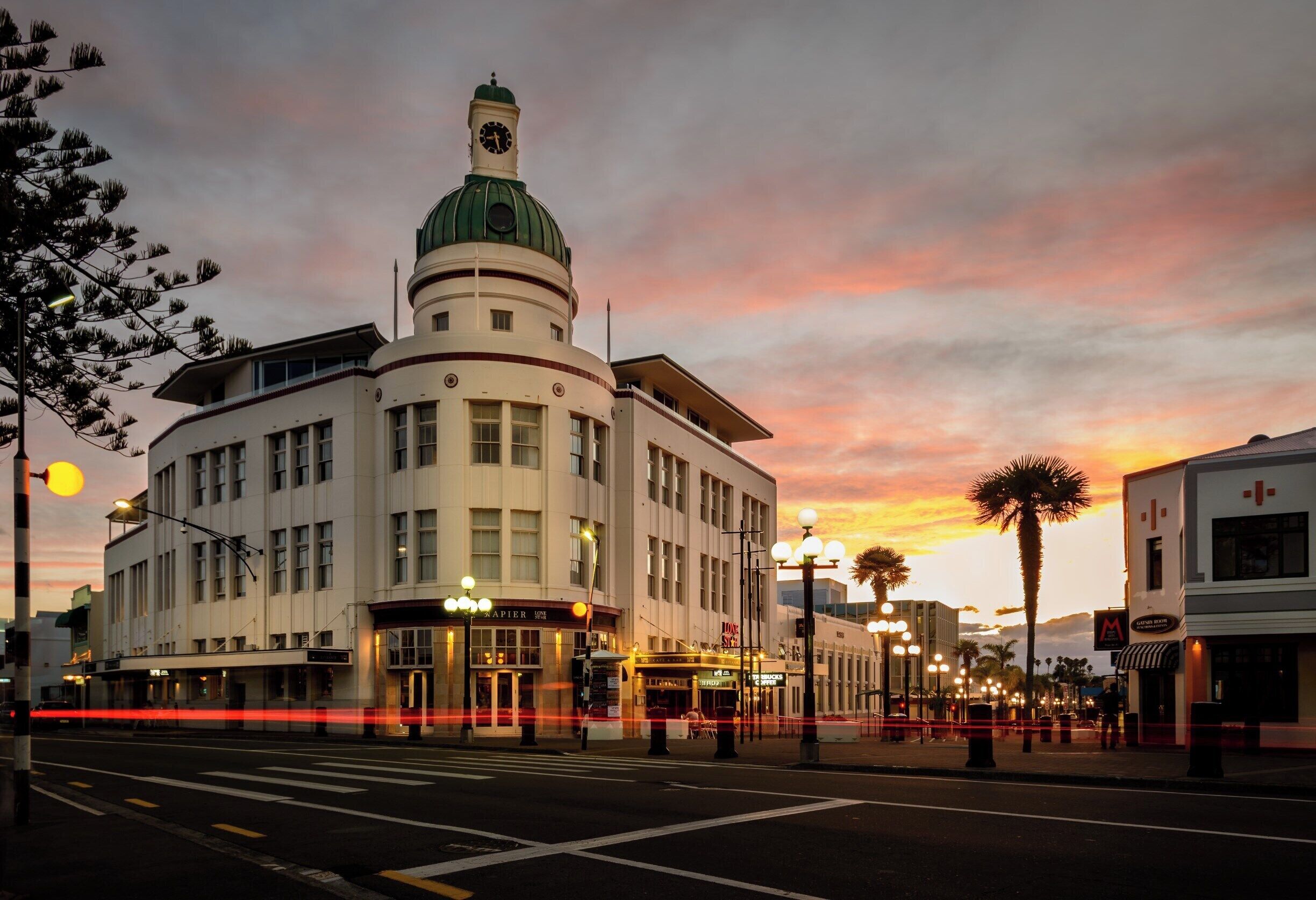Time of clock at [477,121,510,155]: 8:27
